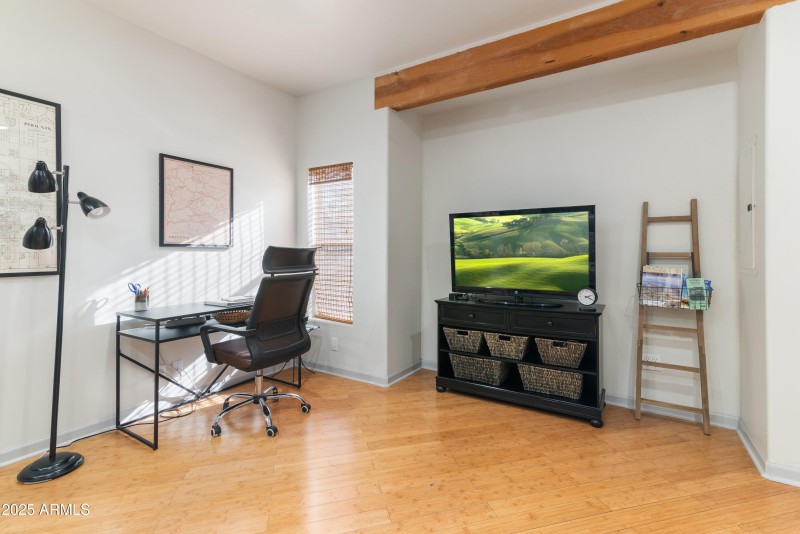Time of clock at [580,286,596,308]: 2:19
